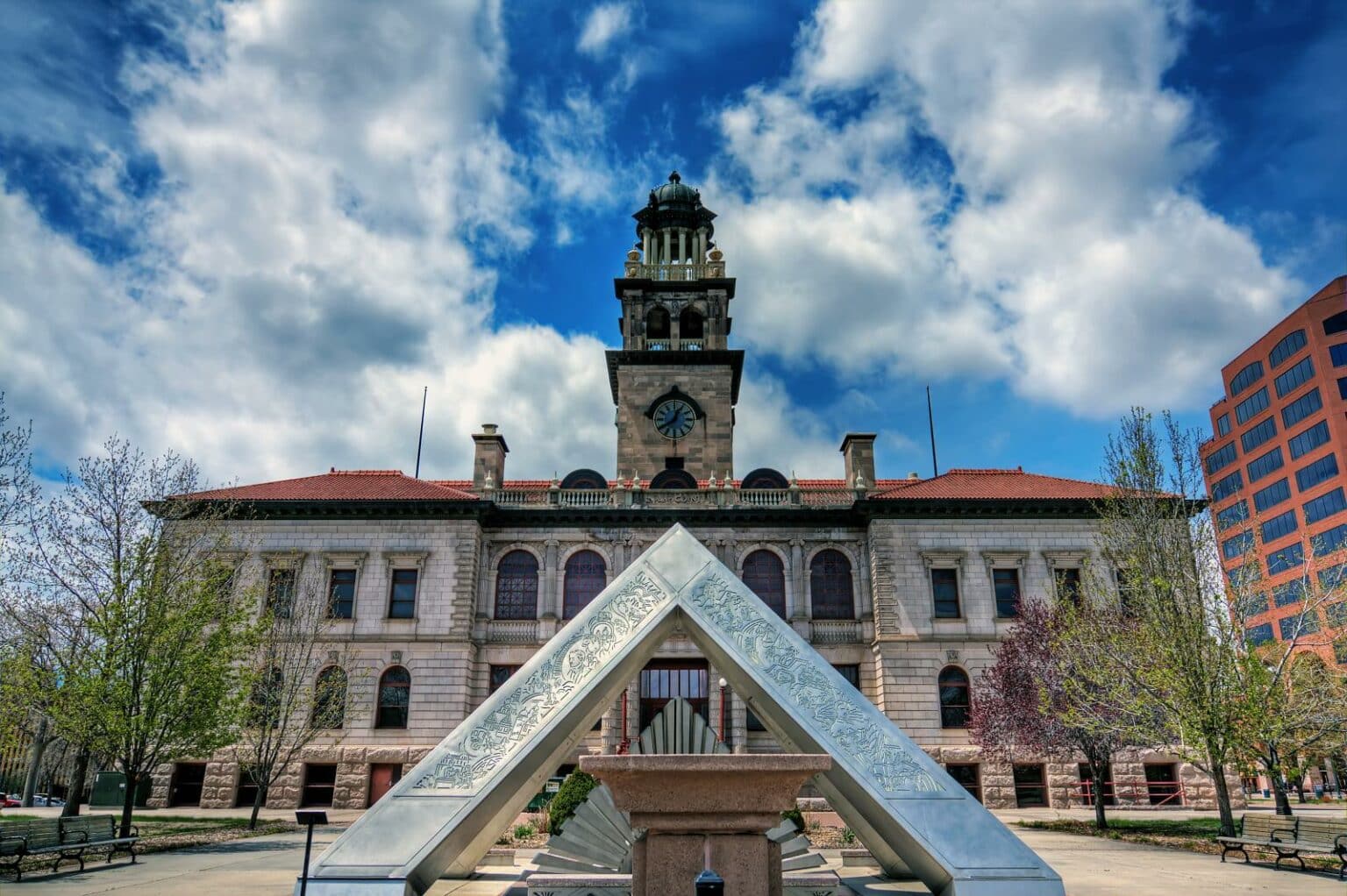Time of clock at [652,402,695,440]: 12:39
